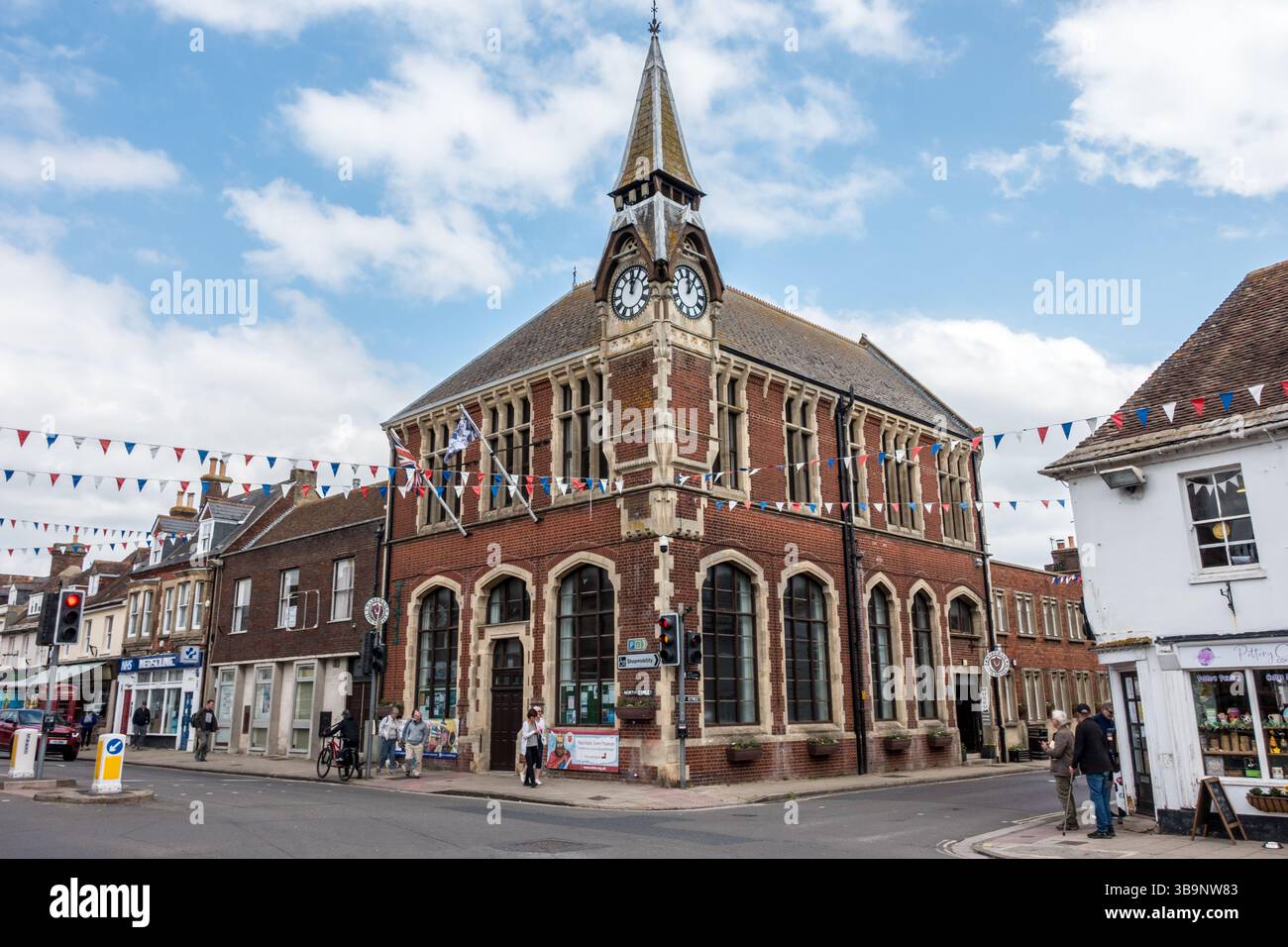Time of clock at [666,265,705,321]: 12:05
